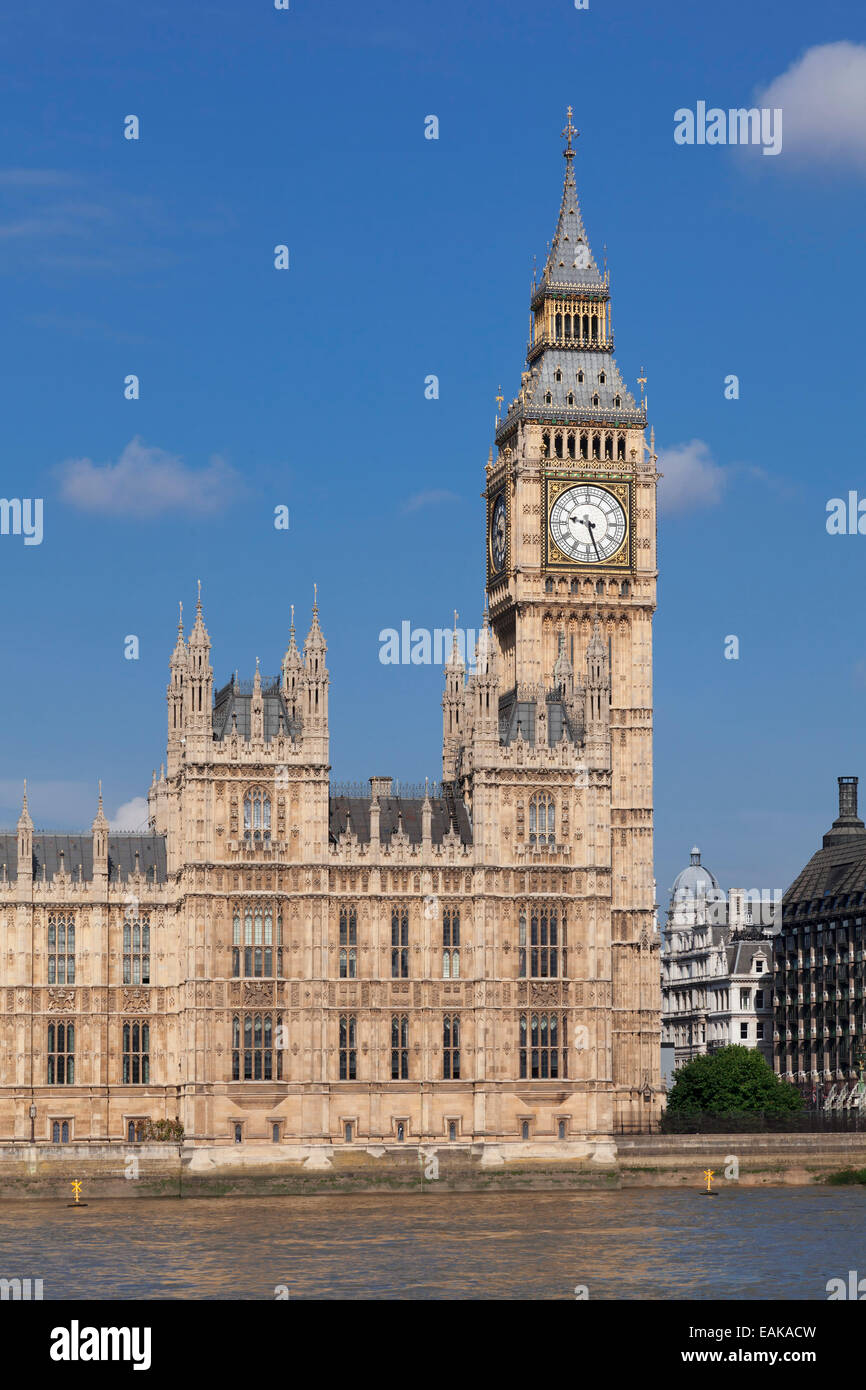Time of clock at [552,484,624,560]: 9:27
